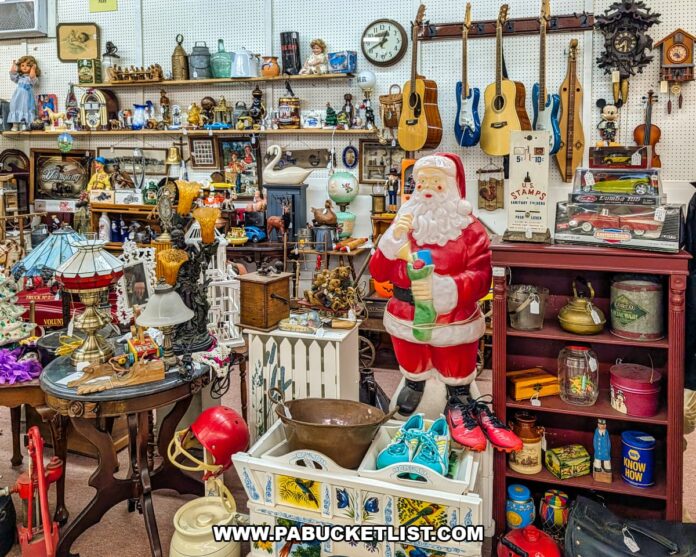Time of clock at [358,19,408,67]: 12:41
